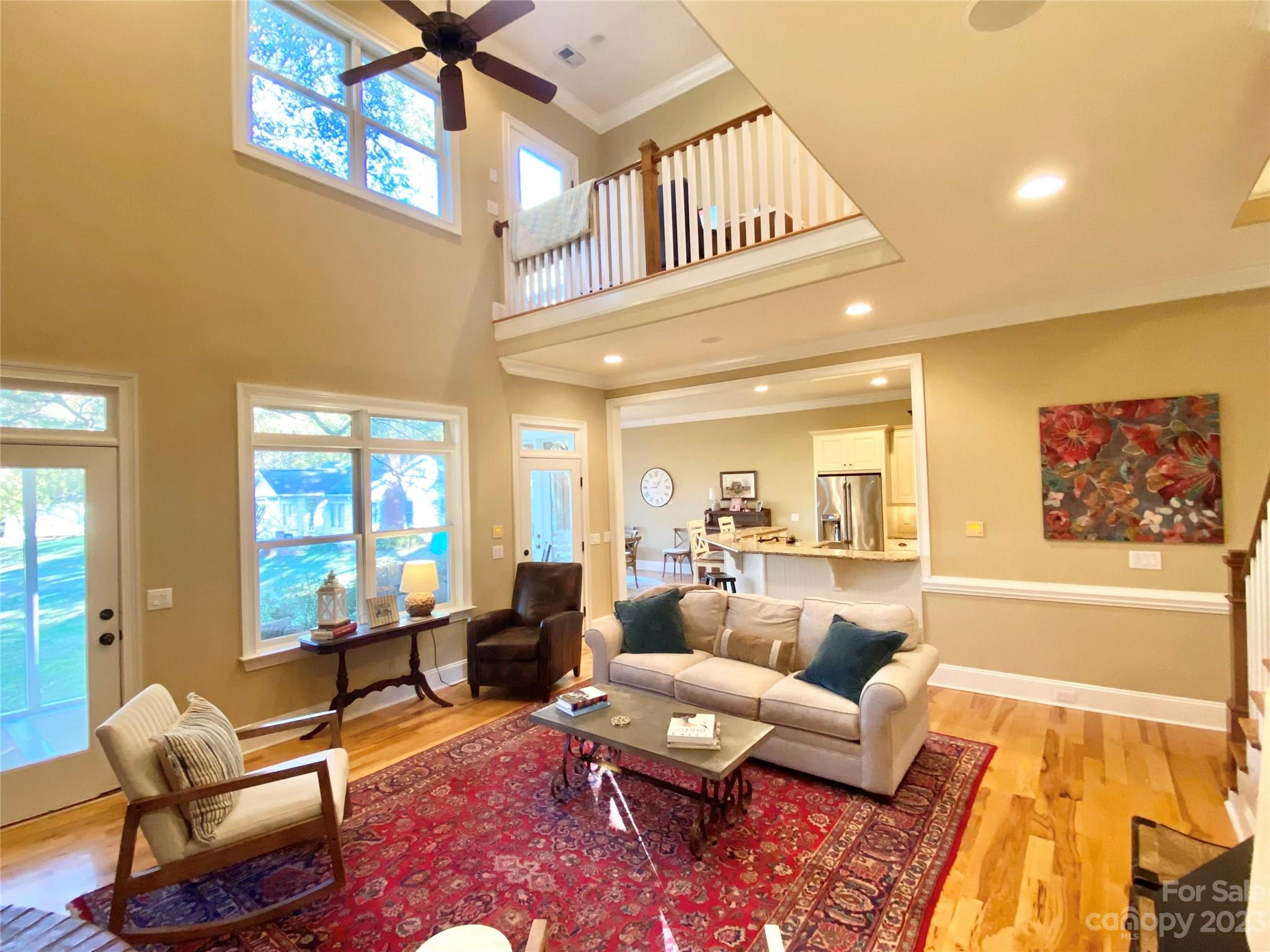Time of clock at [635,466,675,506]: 9:05
